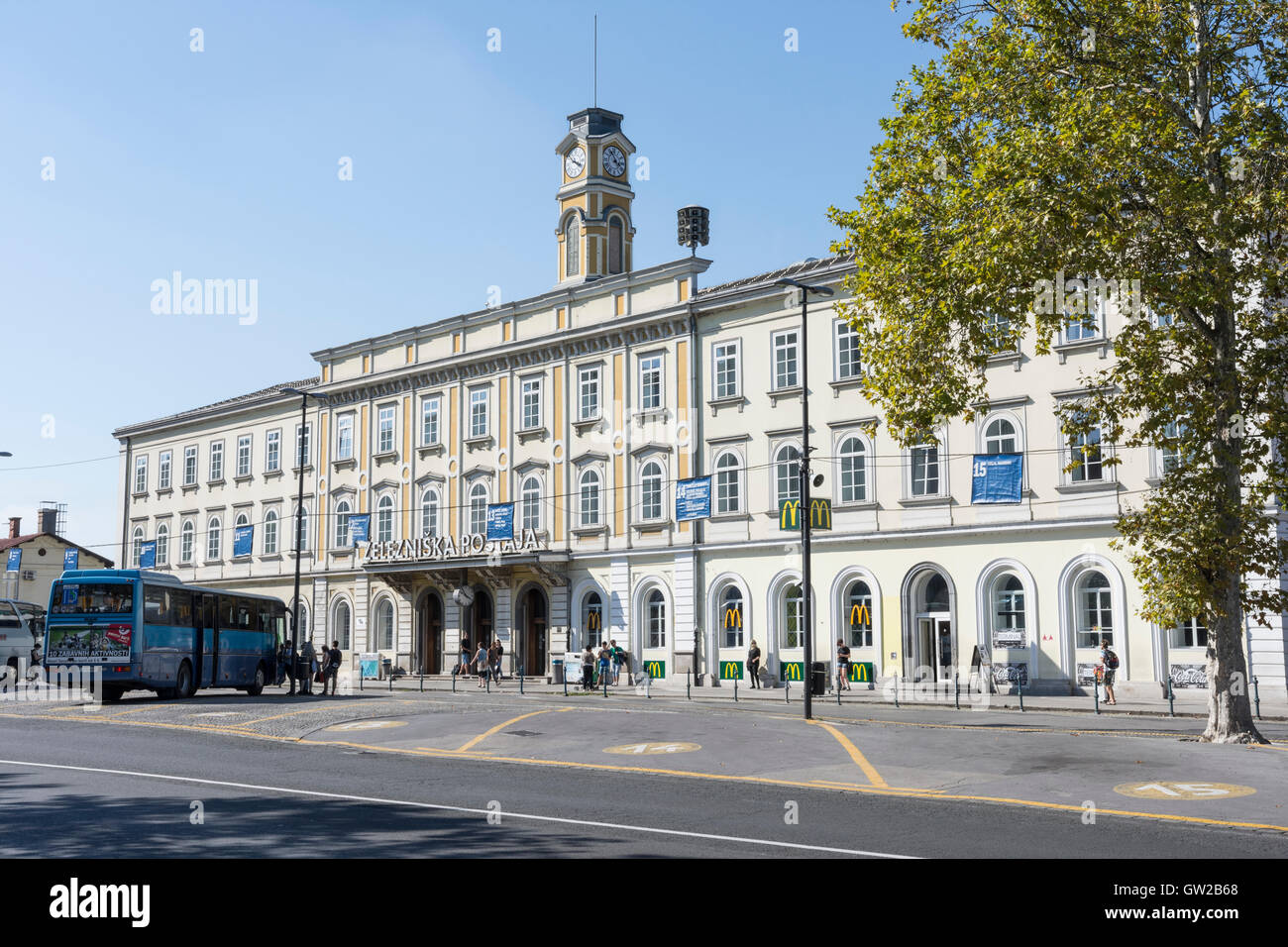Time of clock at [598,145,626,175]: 3:54
